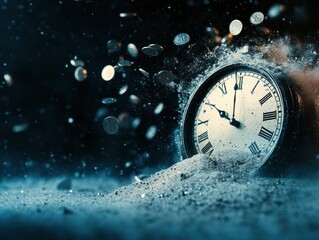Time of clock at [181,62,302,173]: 9:59
